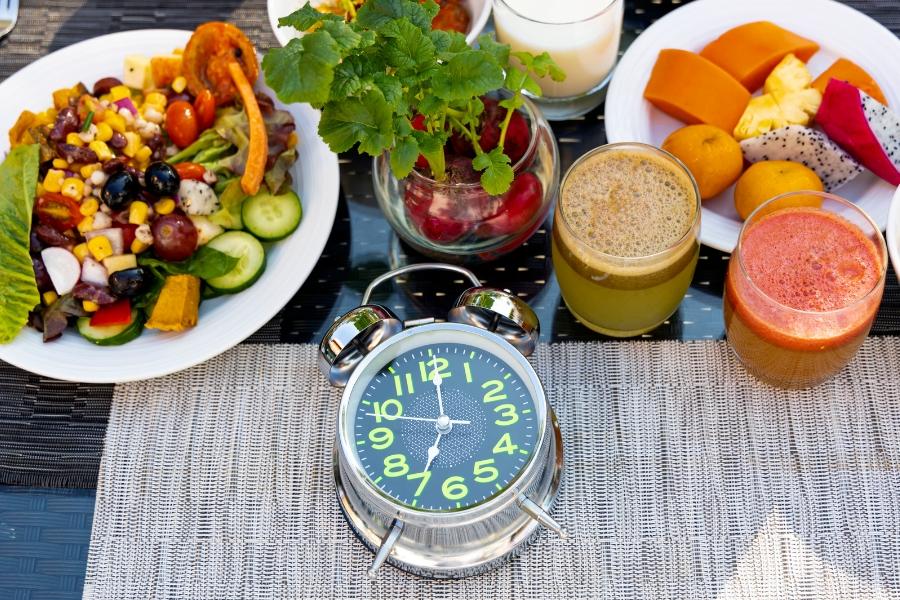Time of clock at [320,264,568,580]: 7:00
